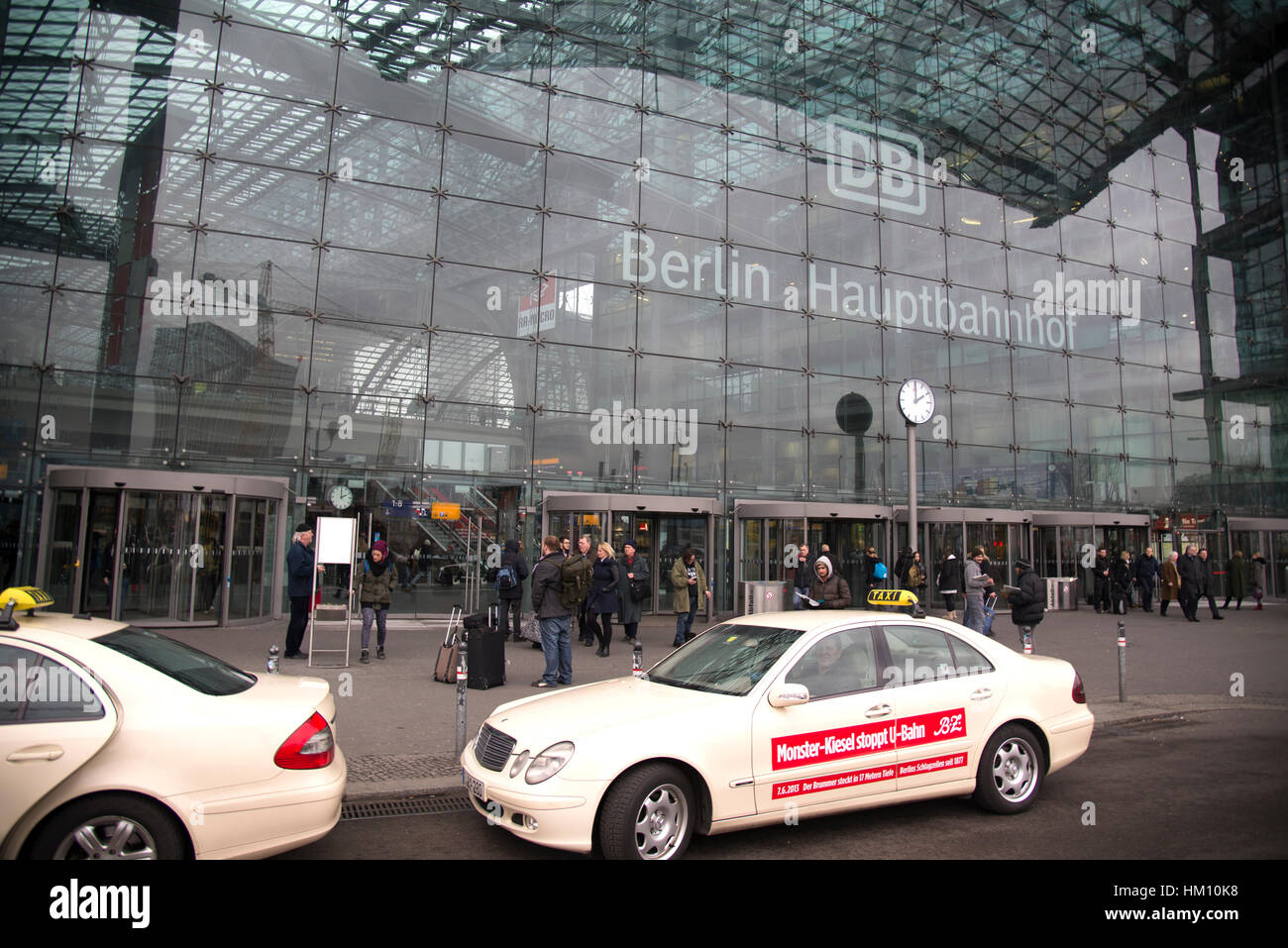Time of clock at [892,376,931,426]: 2:00
